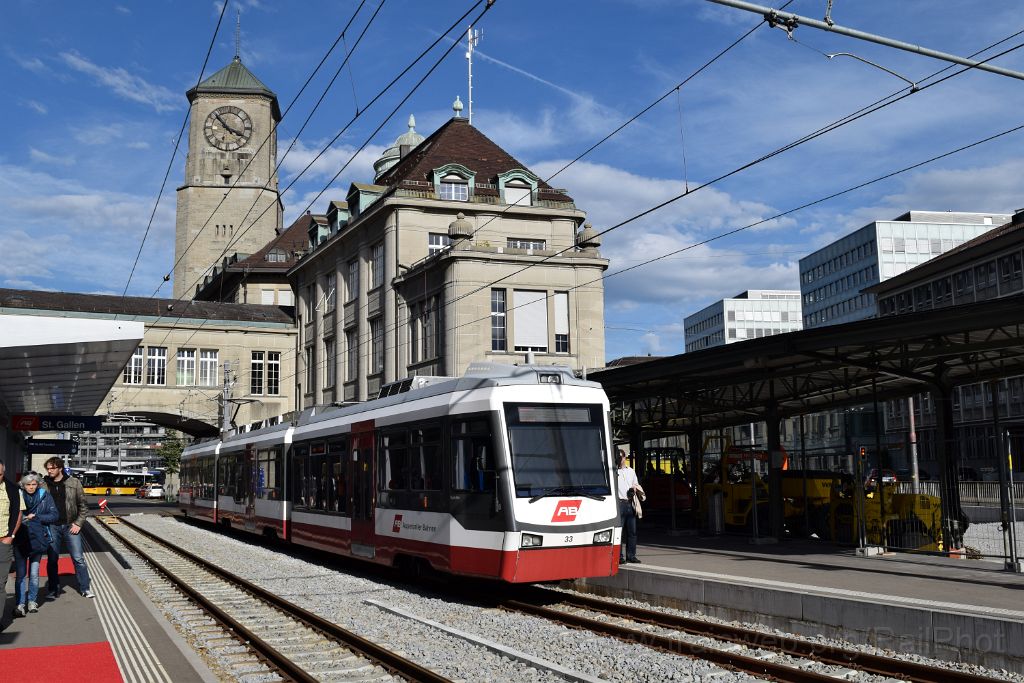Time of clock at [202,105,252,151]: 3:52
